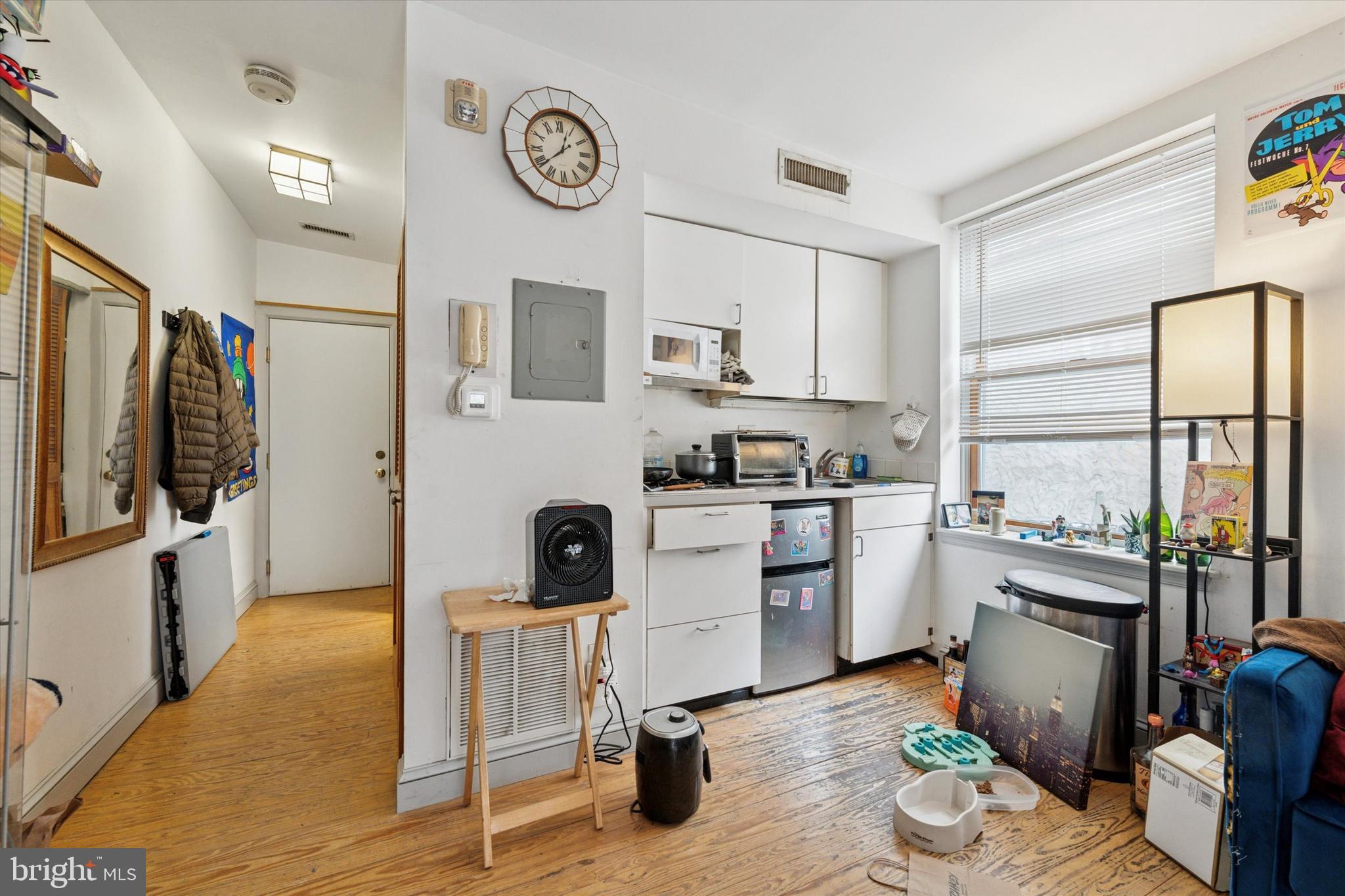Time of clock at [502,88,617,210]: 12:38
